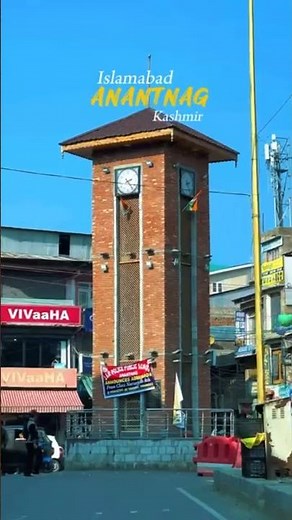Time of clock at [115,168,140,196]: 2:23
